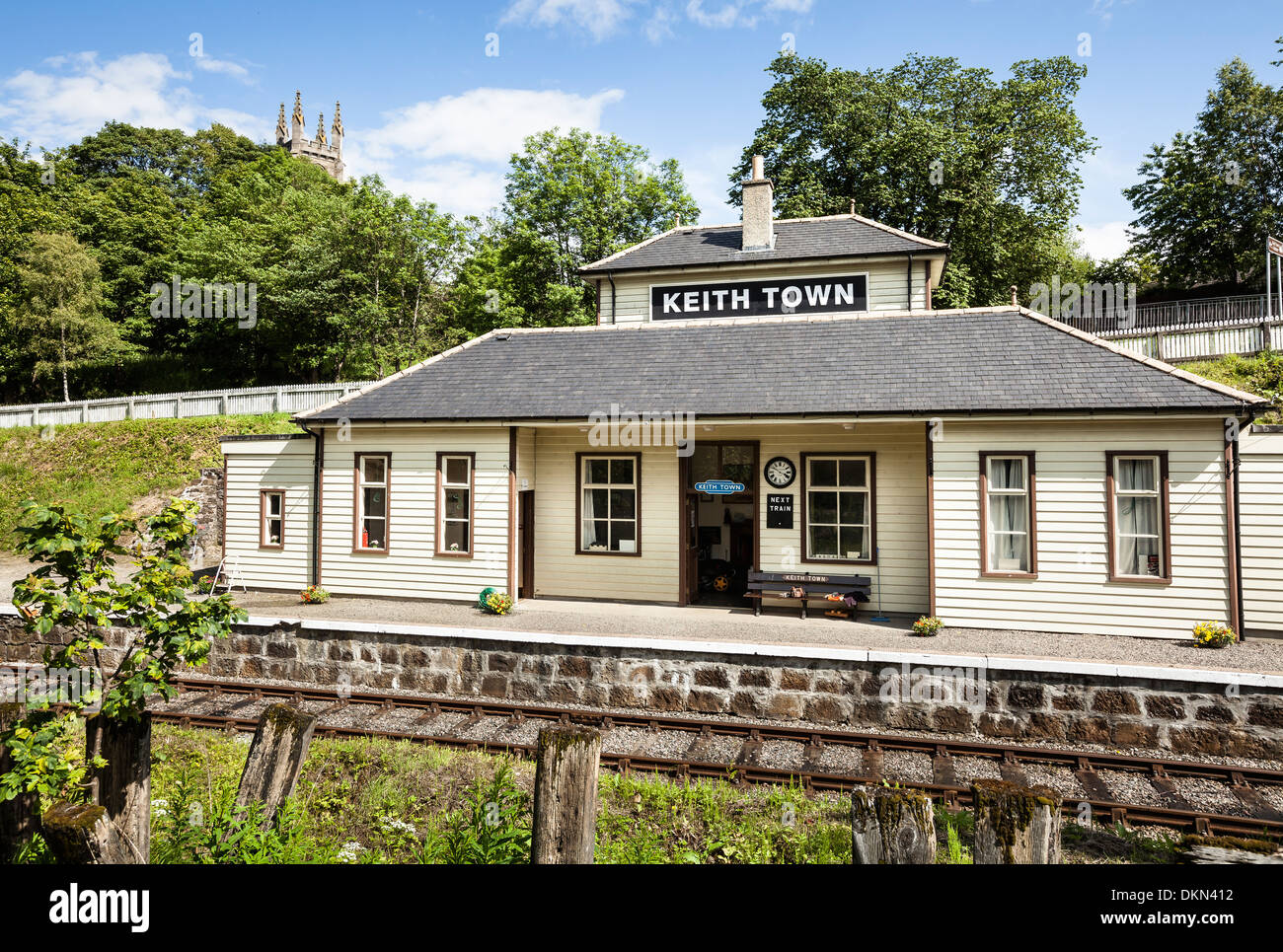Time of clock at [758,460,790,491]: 3:50
